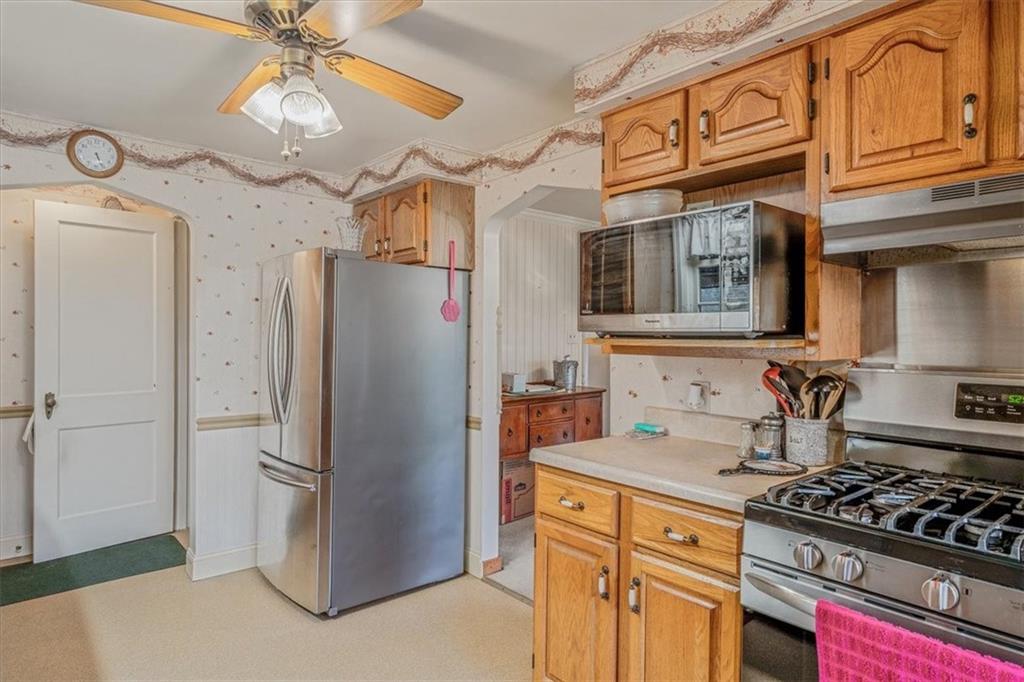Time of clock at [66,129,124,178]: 5:26
